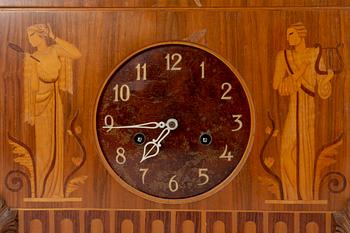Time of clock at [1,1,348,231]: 7:44
